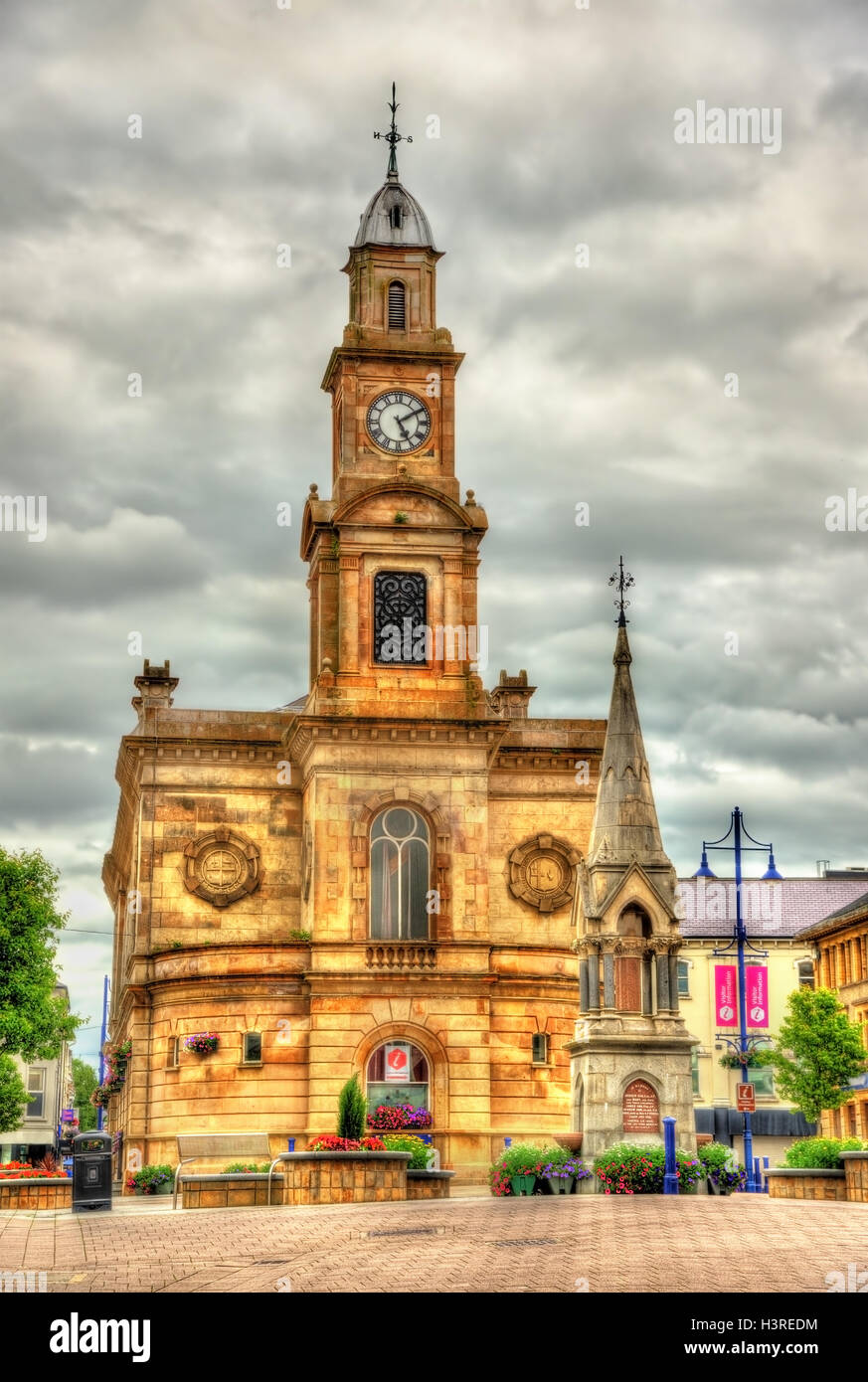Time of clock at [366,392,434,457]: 5:09
